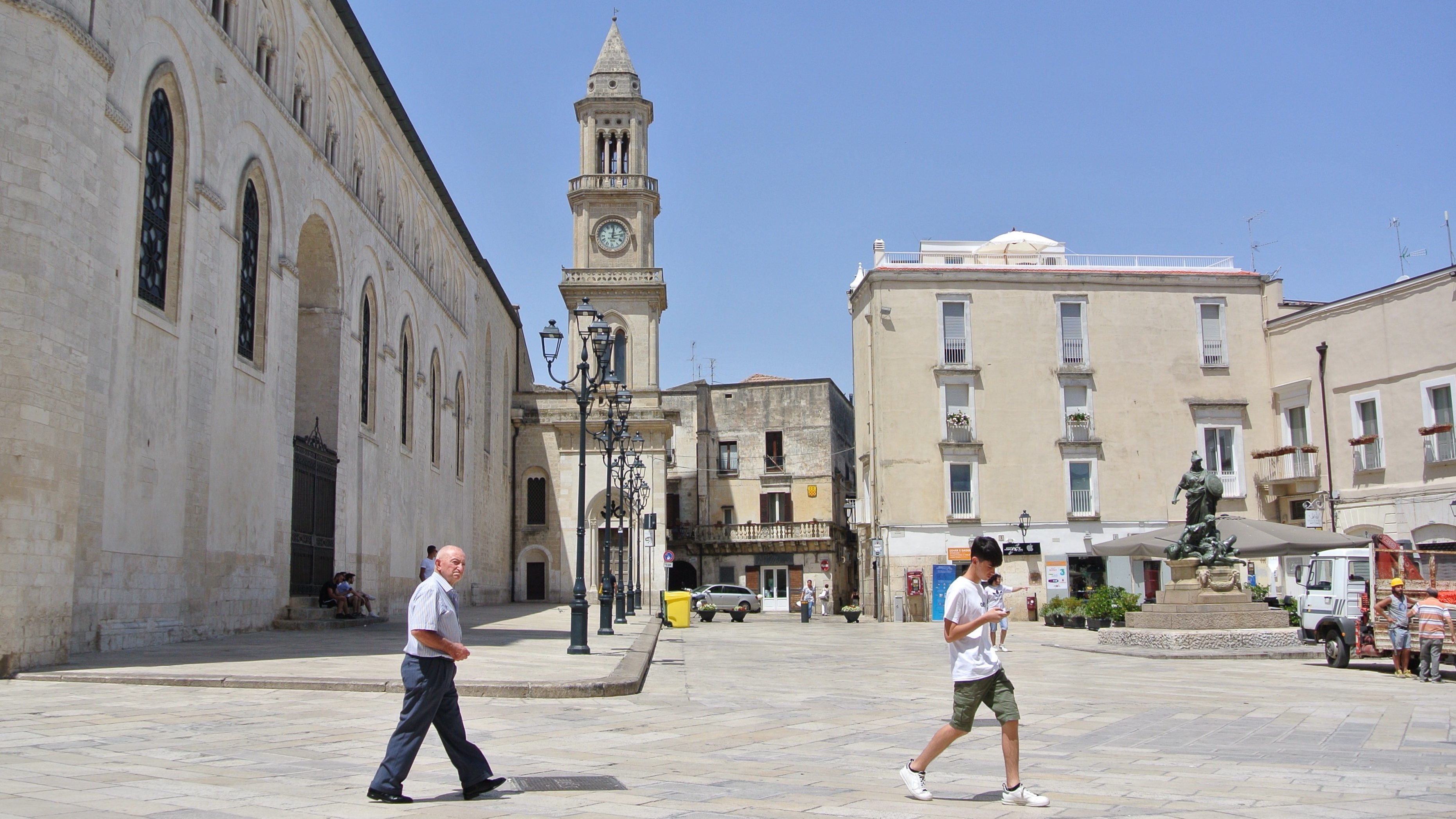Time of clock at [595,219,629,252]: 12:13
